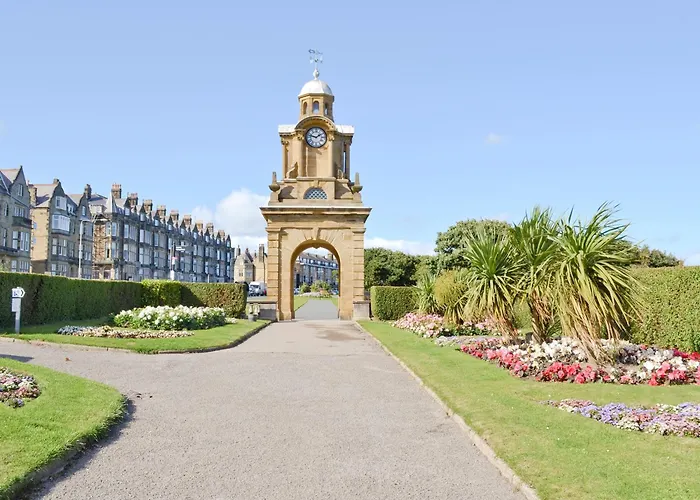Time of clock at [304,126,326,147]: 1:47
